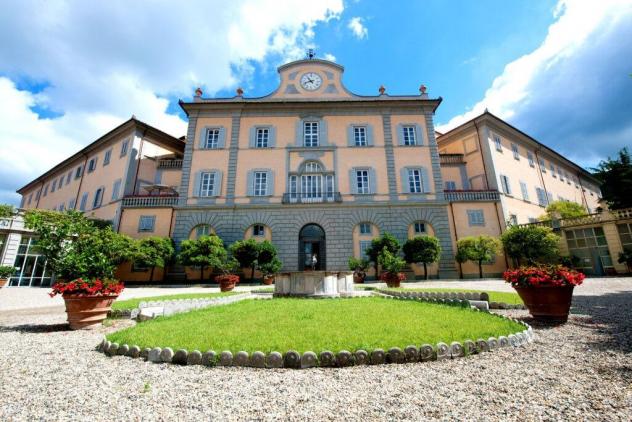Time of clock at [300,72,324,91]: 10:42
